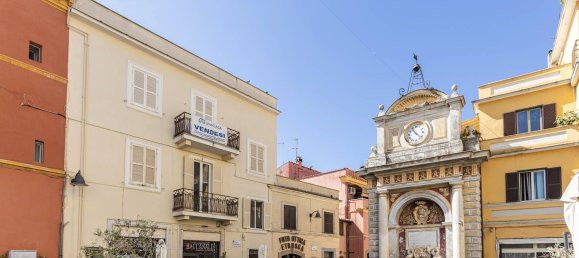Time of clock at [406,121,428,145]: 11:22
